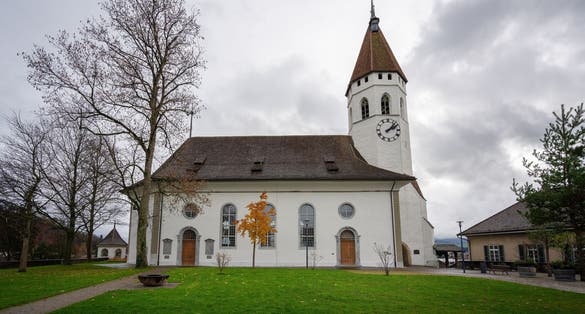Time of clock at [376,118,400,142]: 2:07
